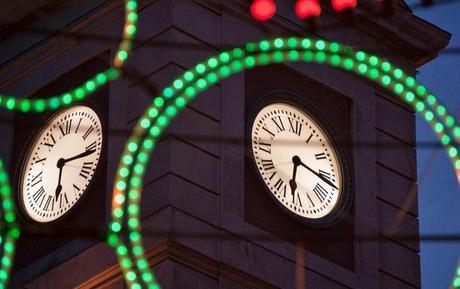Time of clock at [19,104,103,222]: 6:16
